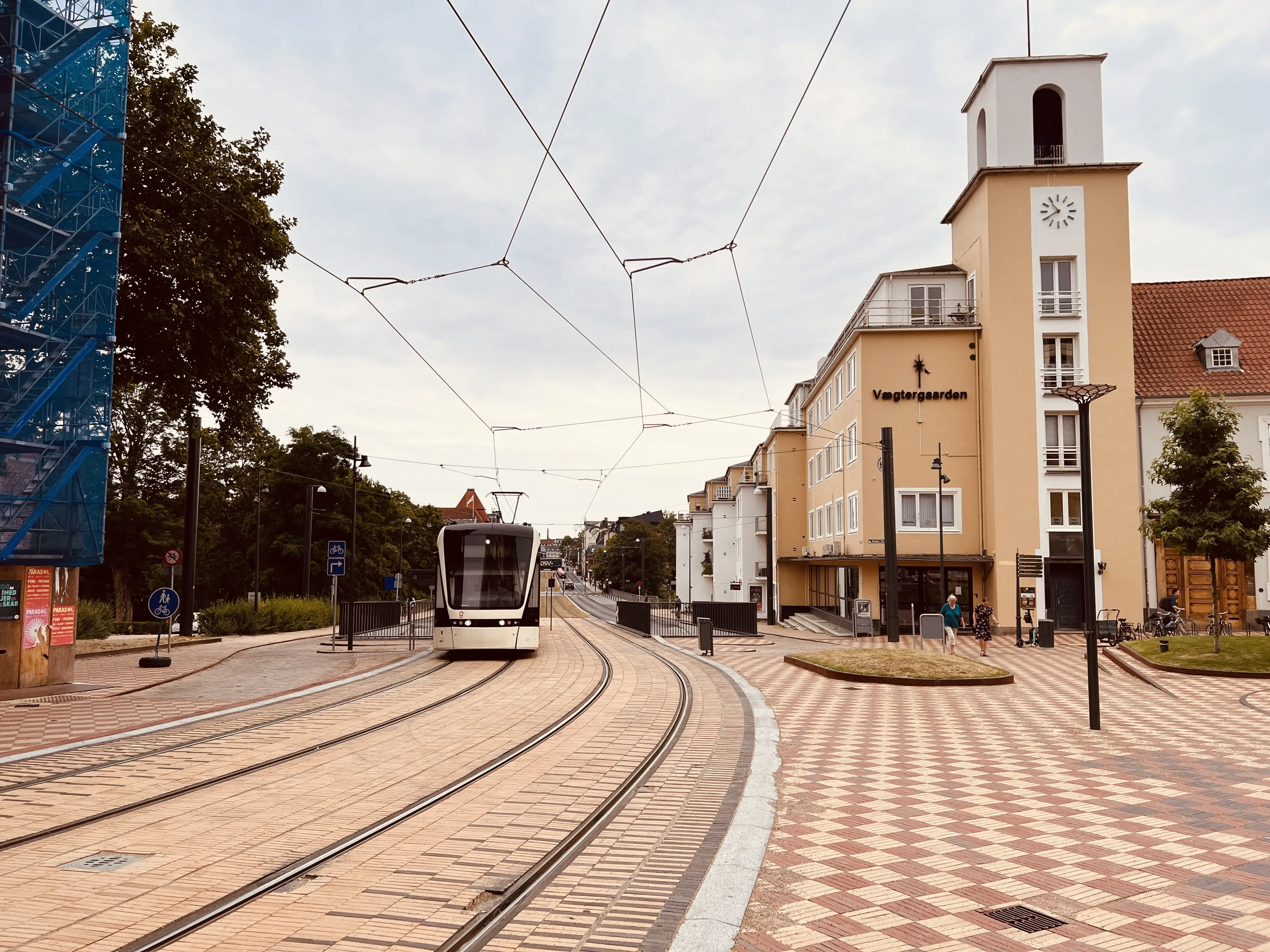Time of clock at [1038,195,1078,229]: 10:39
